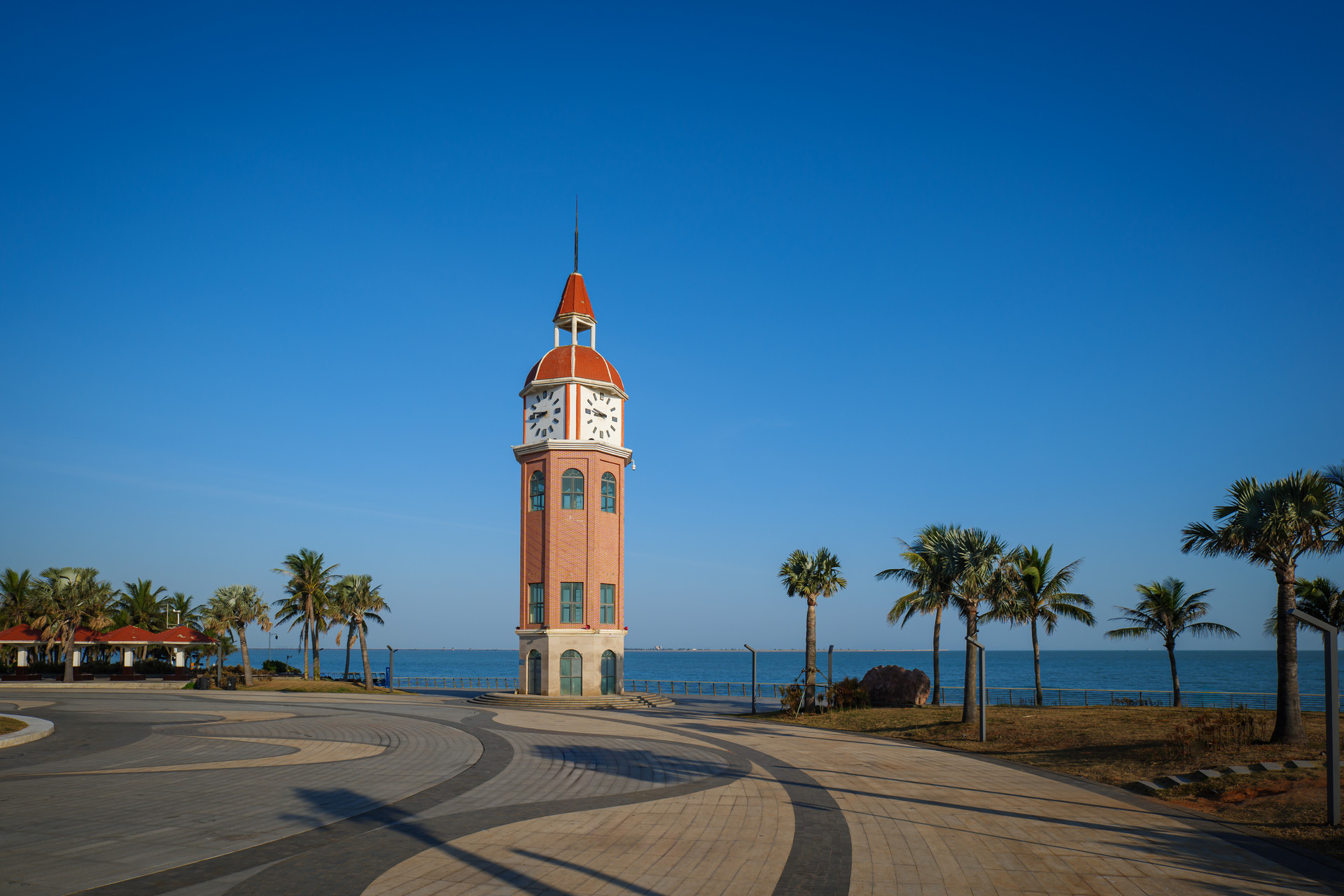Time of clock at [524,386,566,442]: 8:46
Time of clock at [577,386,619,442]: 8:47
